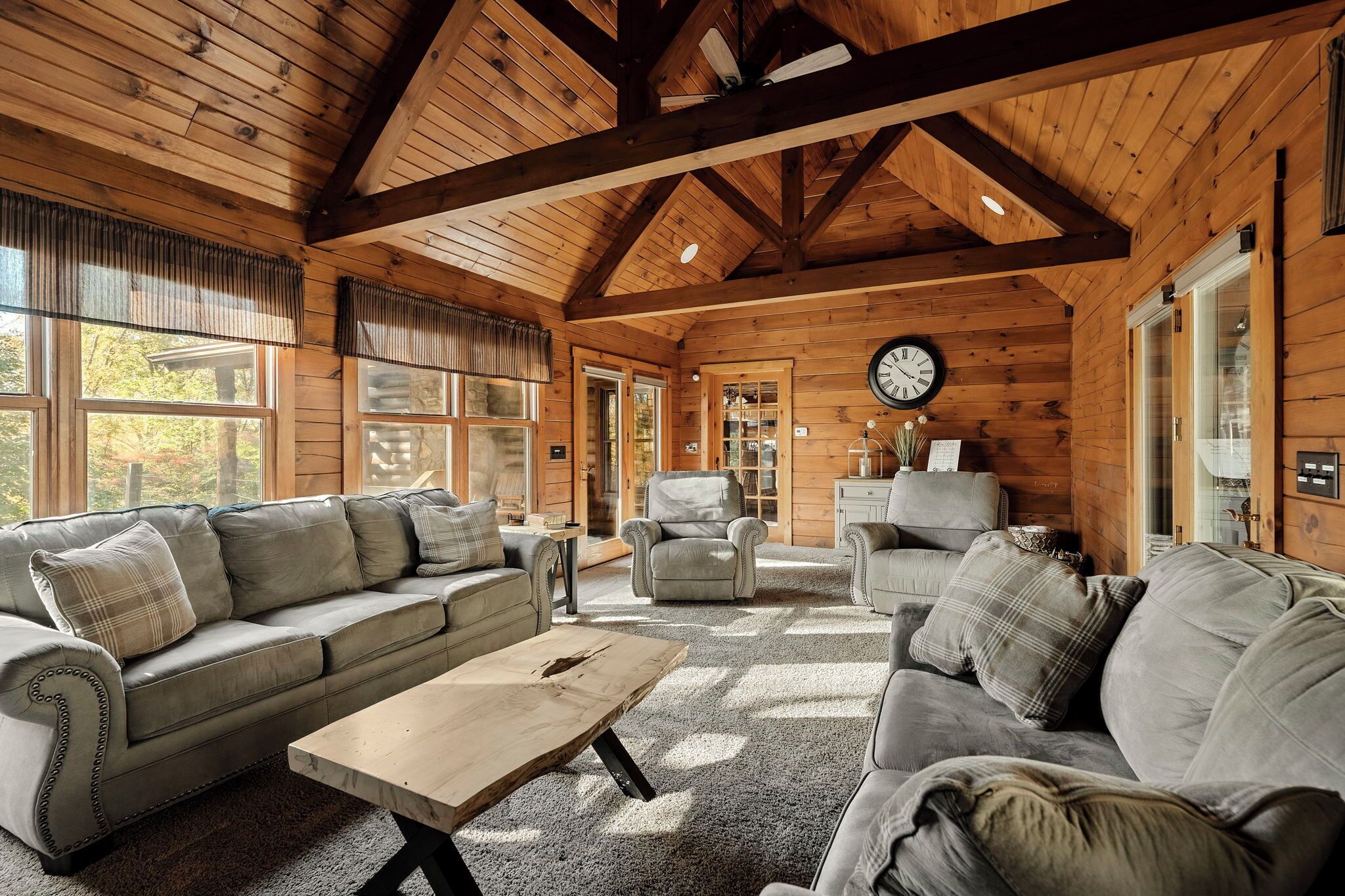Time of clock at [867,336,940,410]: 3:52
